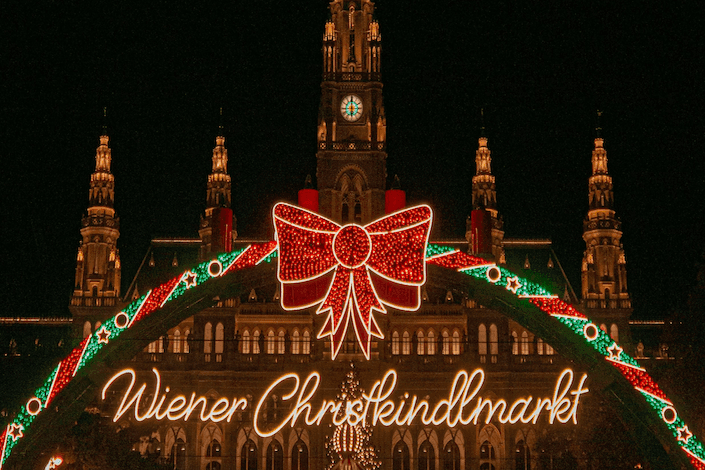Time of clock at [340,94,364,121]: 5:59
